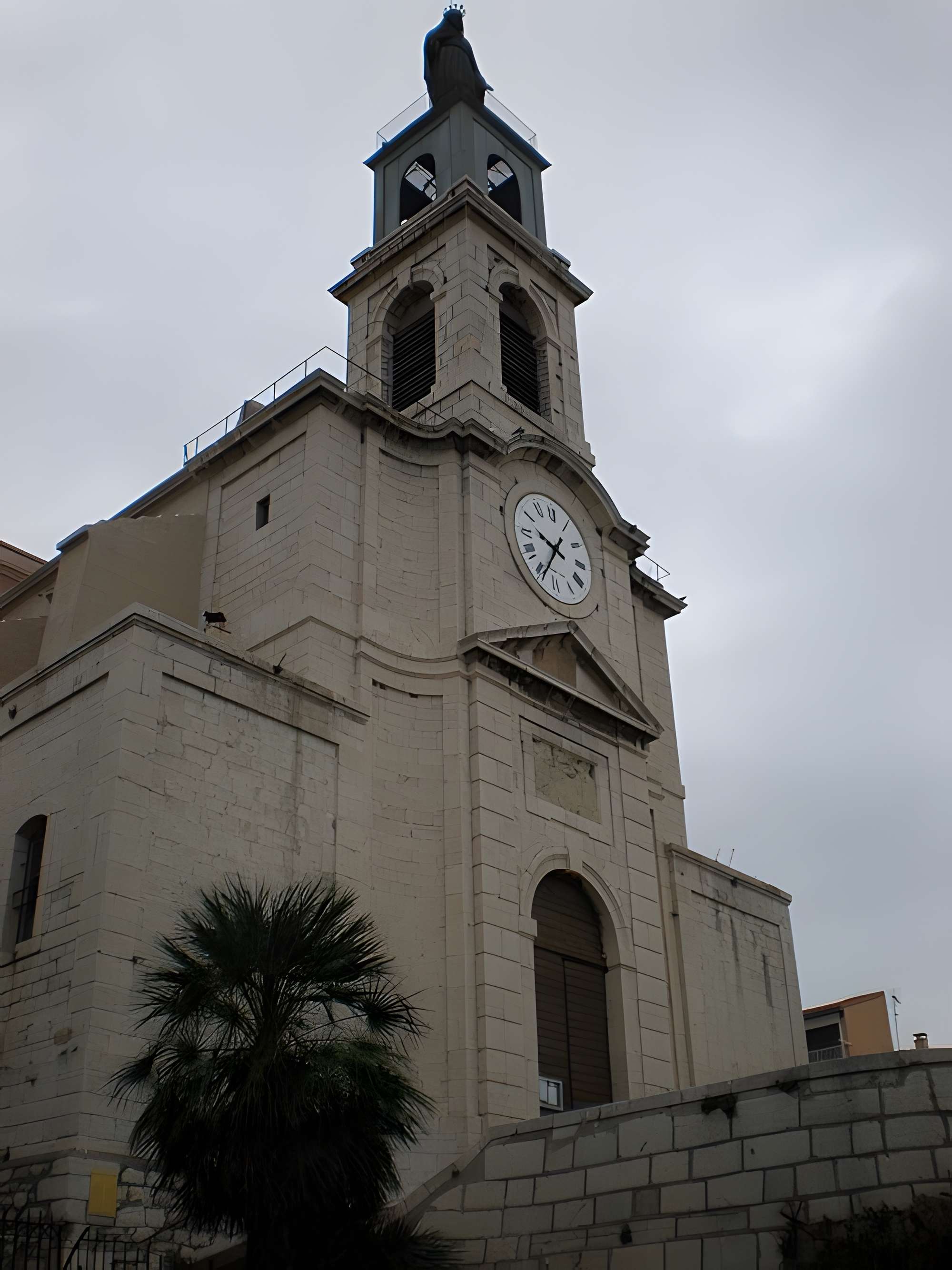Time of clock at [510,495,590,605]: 9:34
